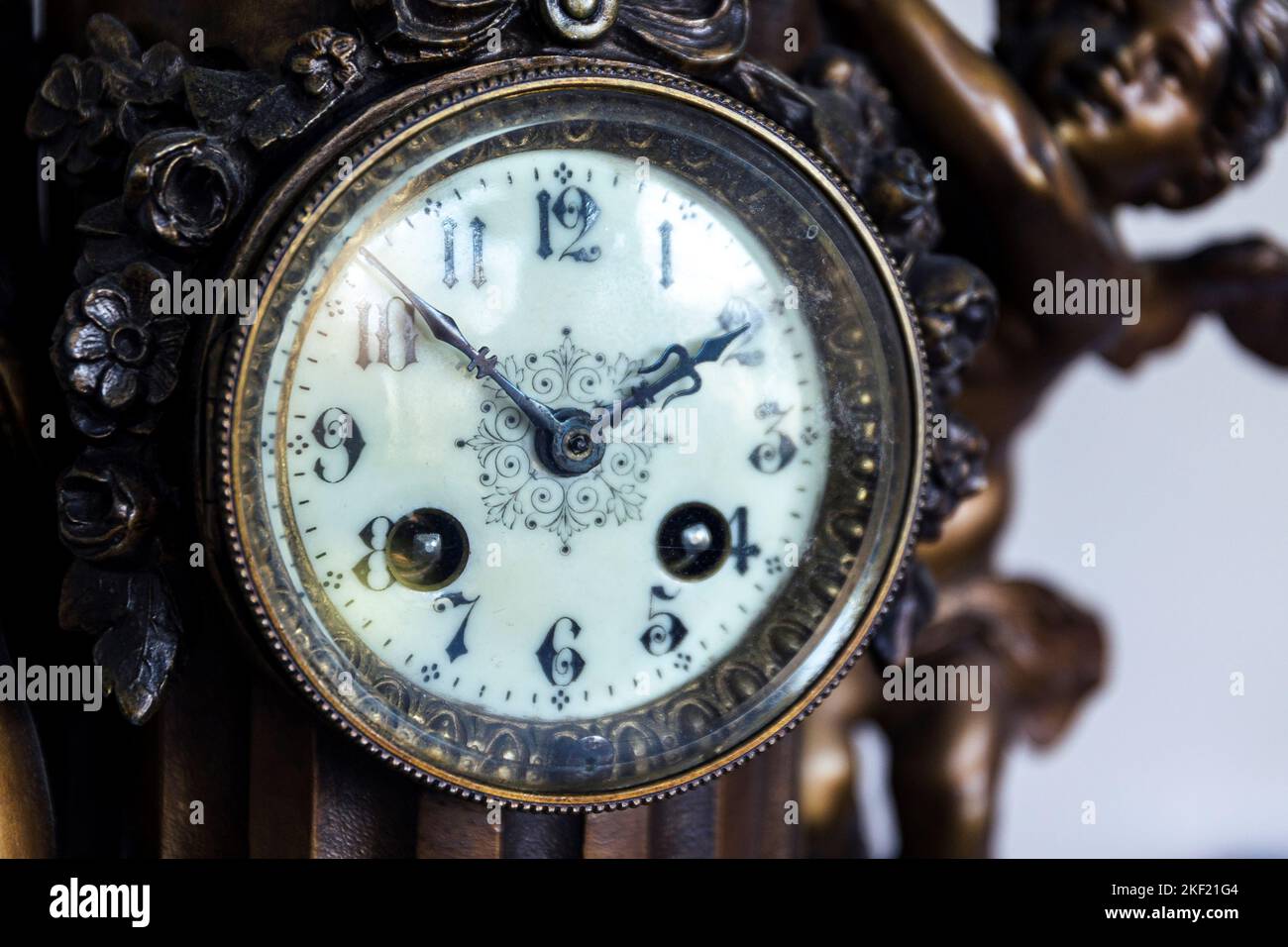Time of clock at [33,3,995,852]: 1:51
